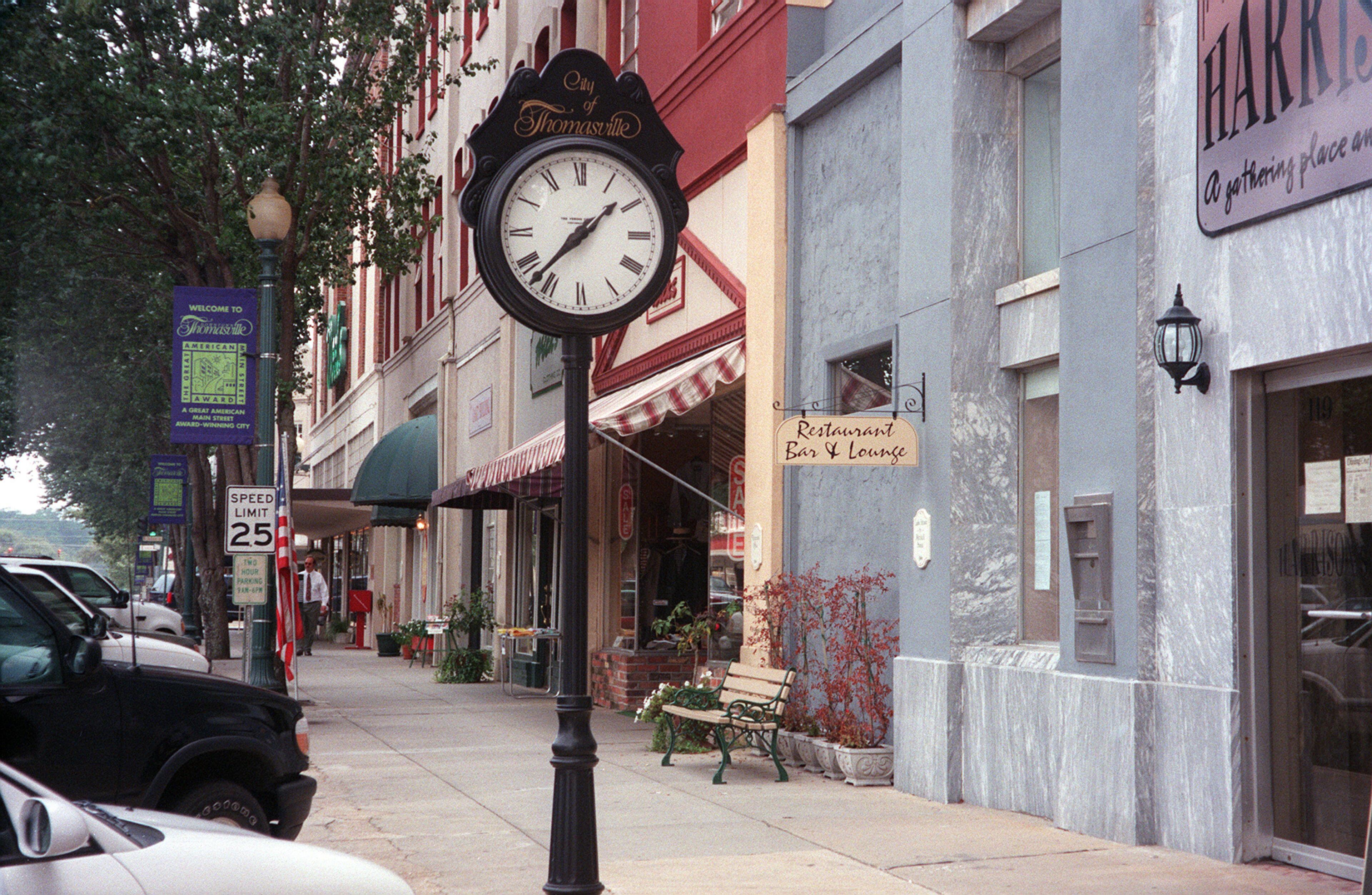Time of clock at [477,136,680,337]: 1:37
